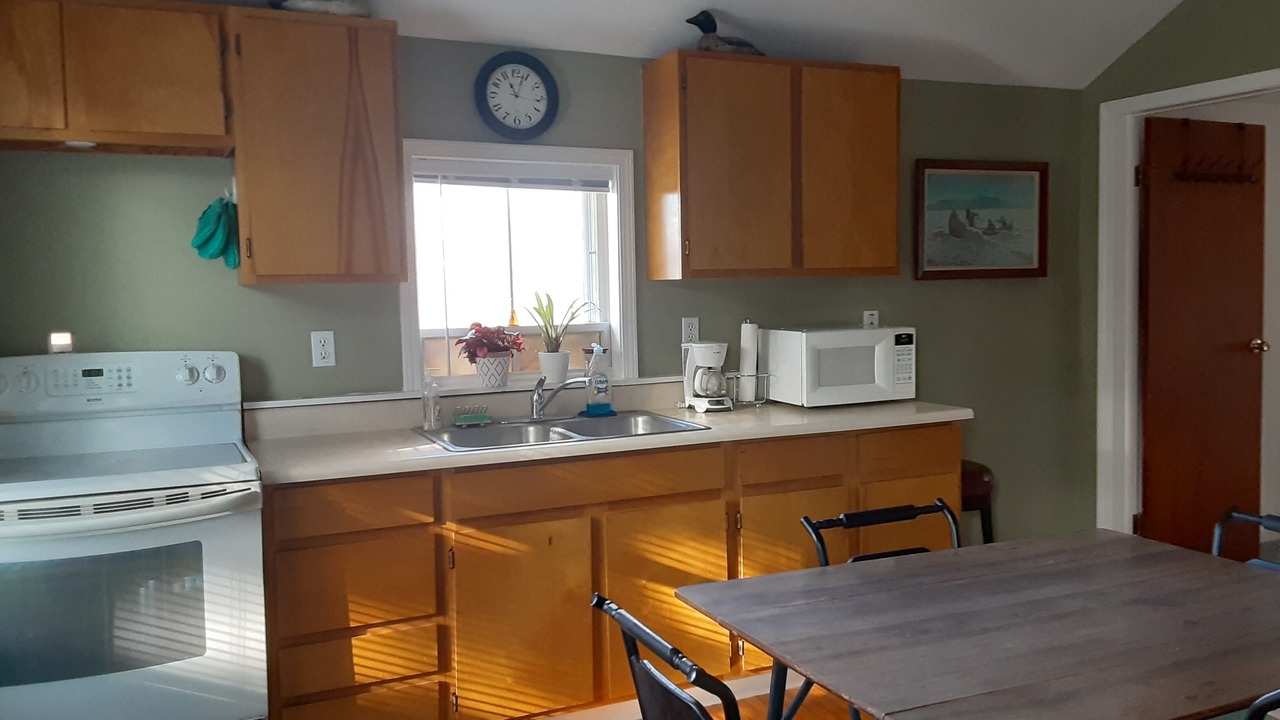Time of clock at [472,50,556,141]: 11:03
